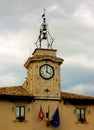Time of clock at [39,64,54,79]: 4:01
